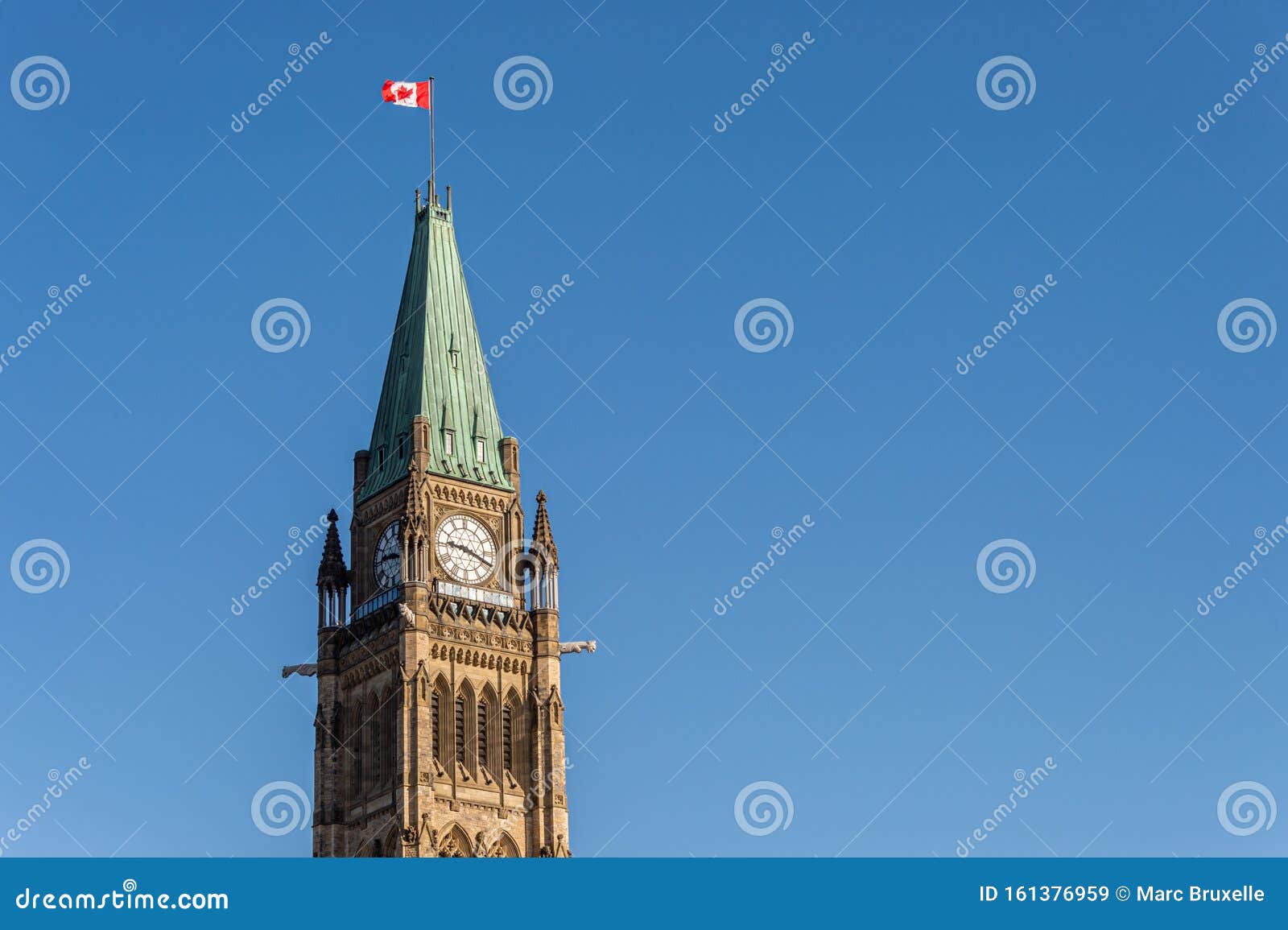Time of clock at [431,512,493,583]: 9:18
